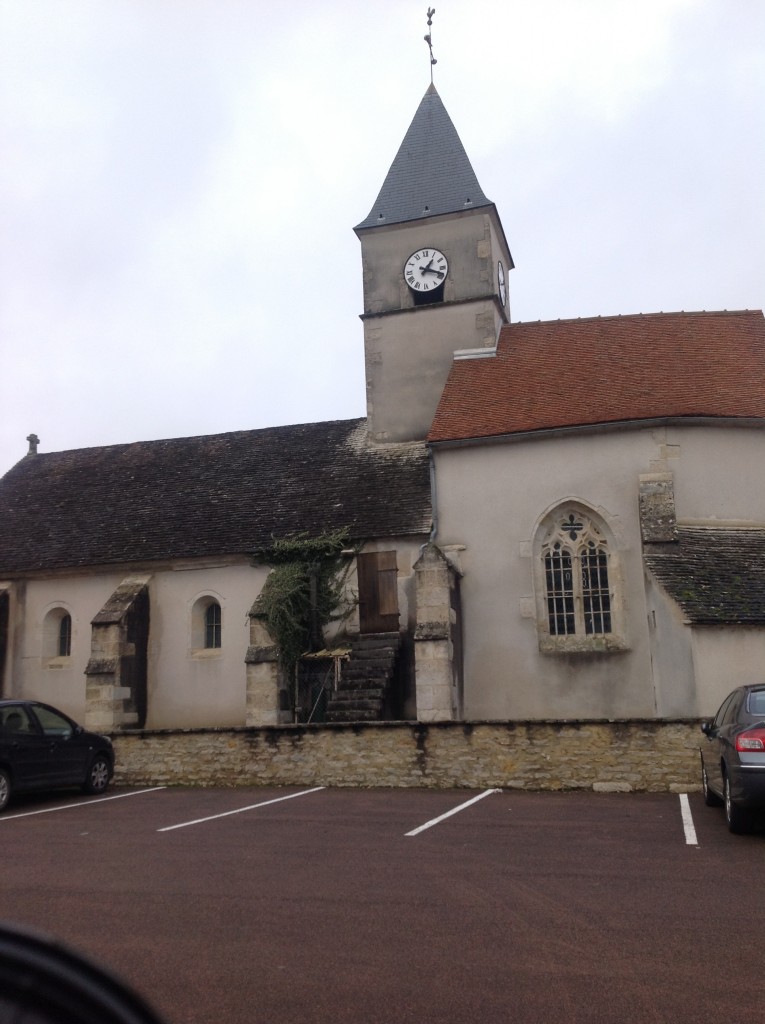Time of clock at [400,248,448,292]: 1:18
